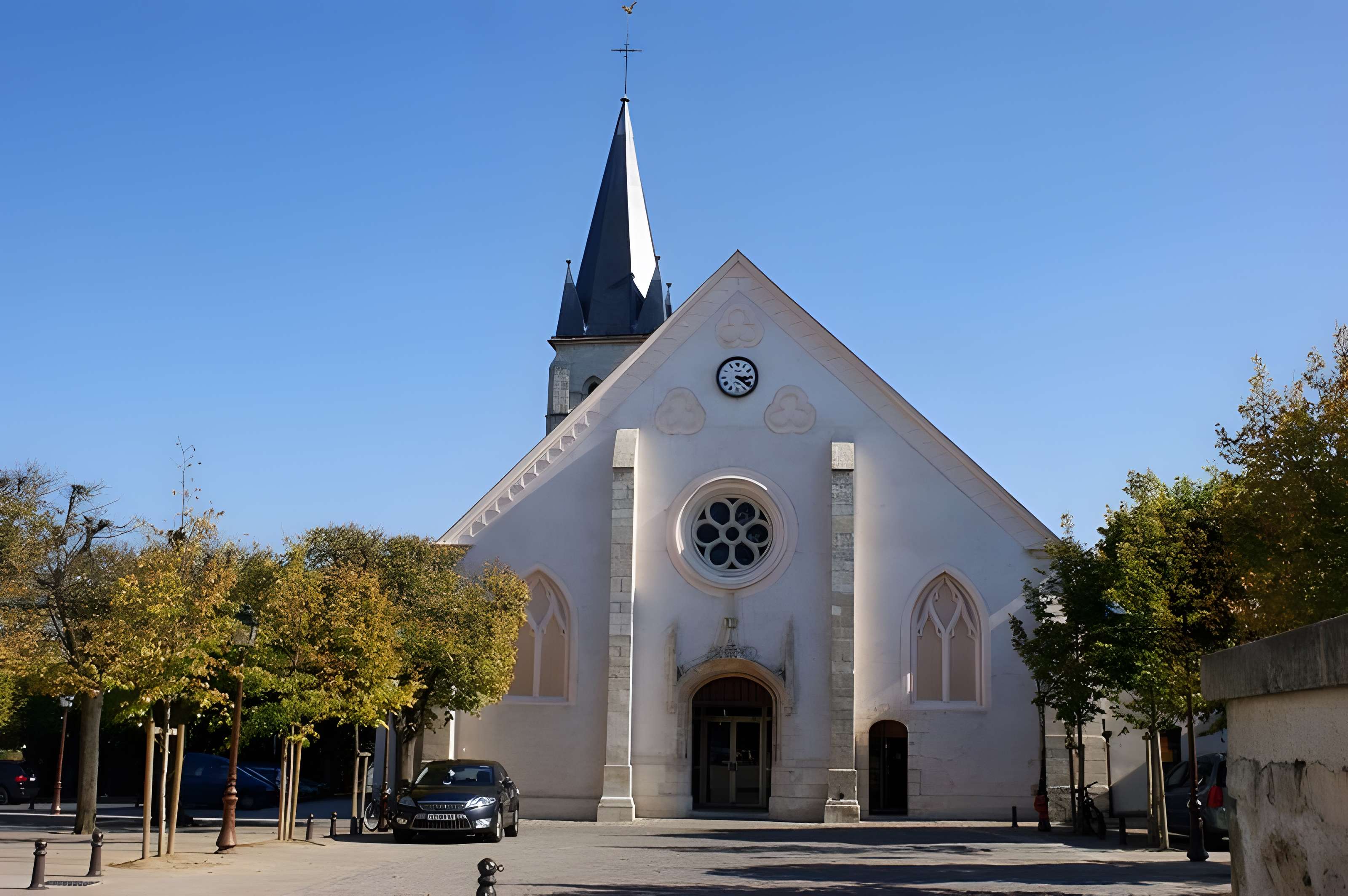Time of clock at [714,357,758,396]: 3:22
